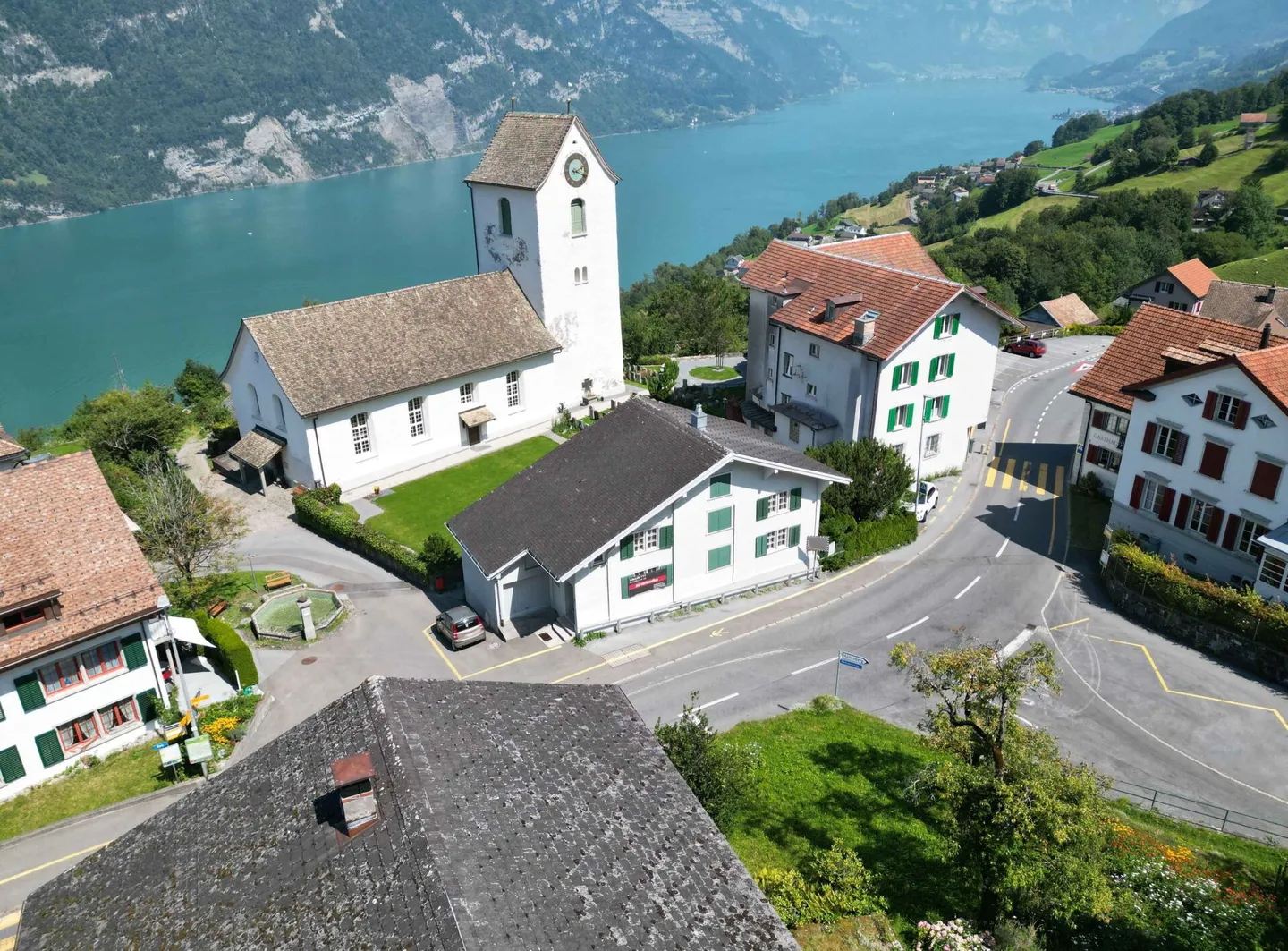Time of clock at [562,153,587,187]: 2:18
